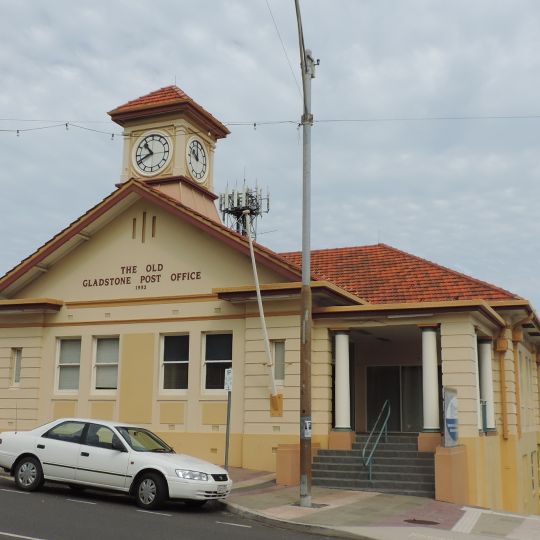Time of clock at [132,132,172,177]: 10:41
